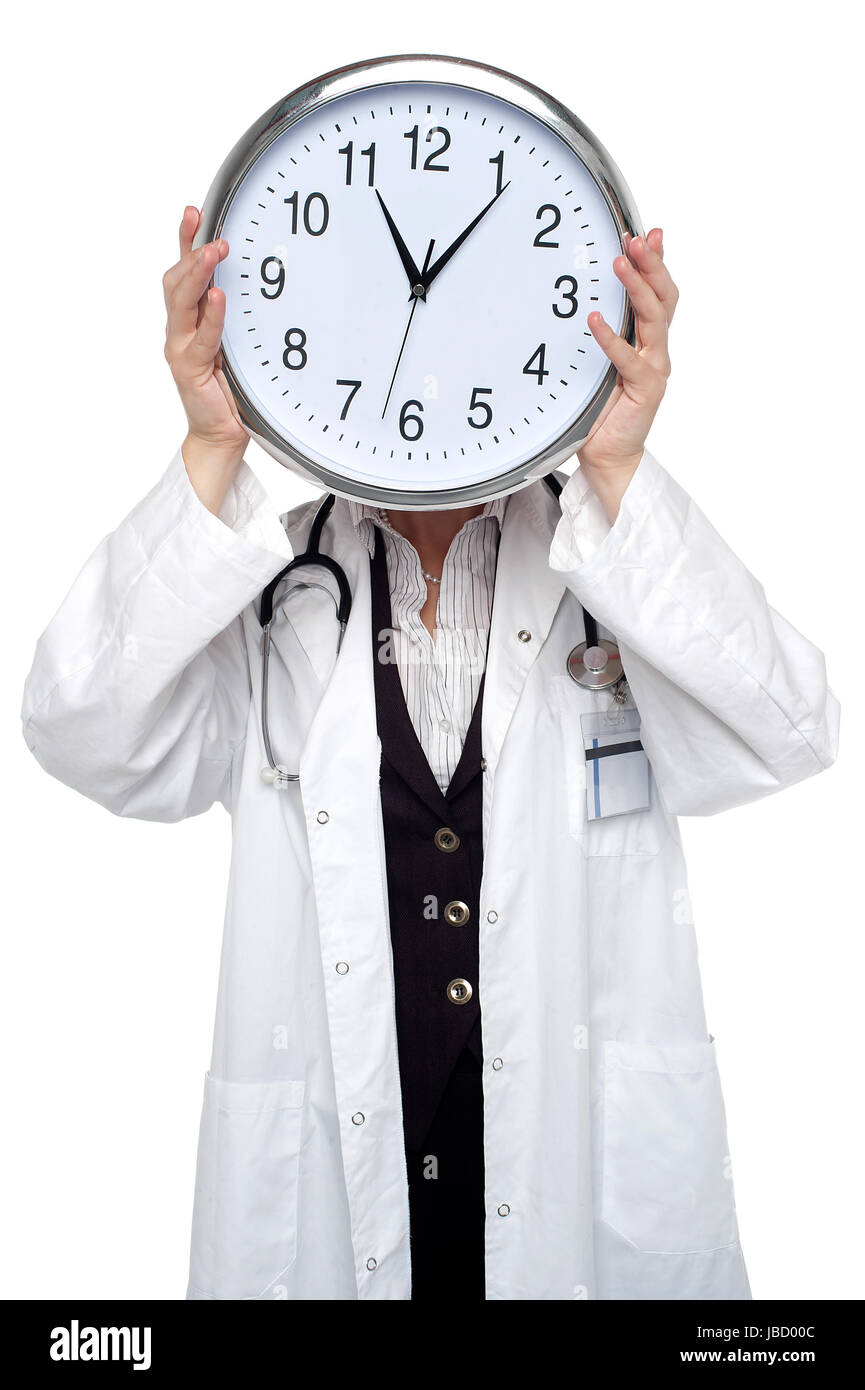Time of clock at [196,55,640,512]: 11:06
